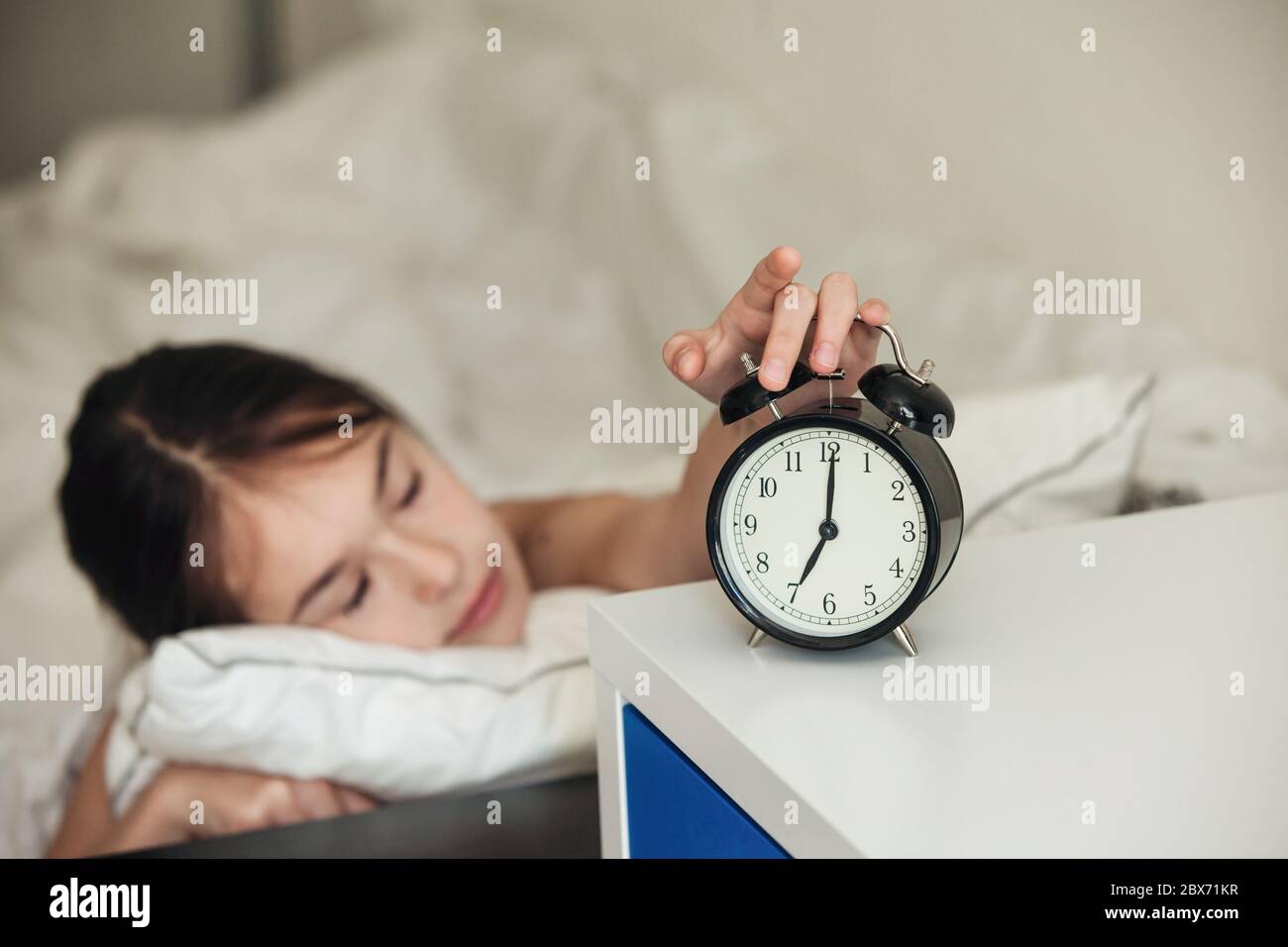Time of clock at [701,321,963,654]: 7:00
